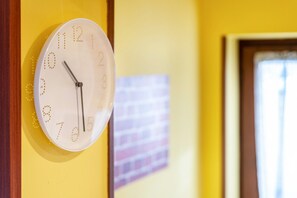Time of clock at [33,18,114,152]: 10:28
